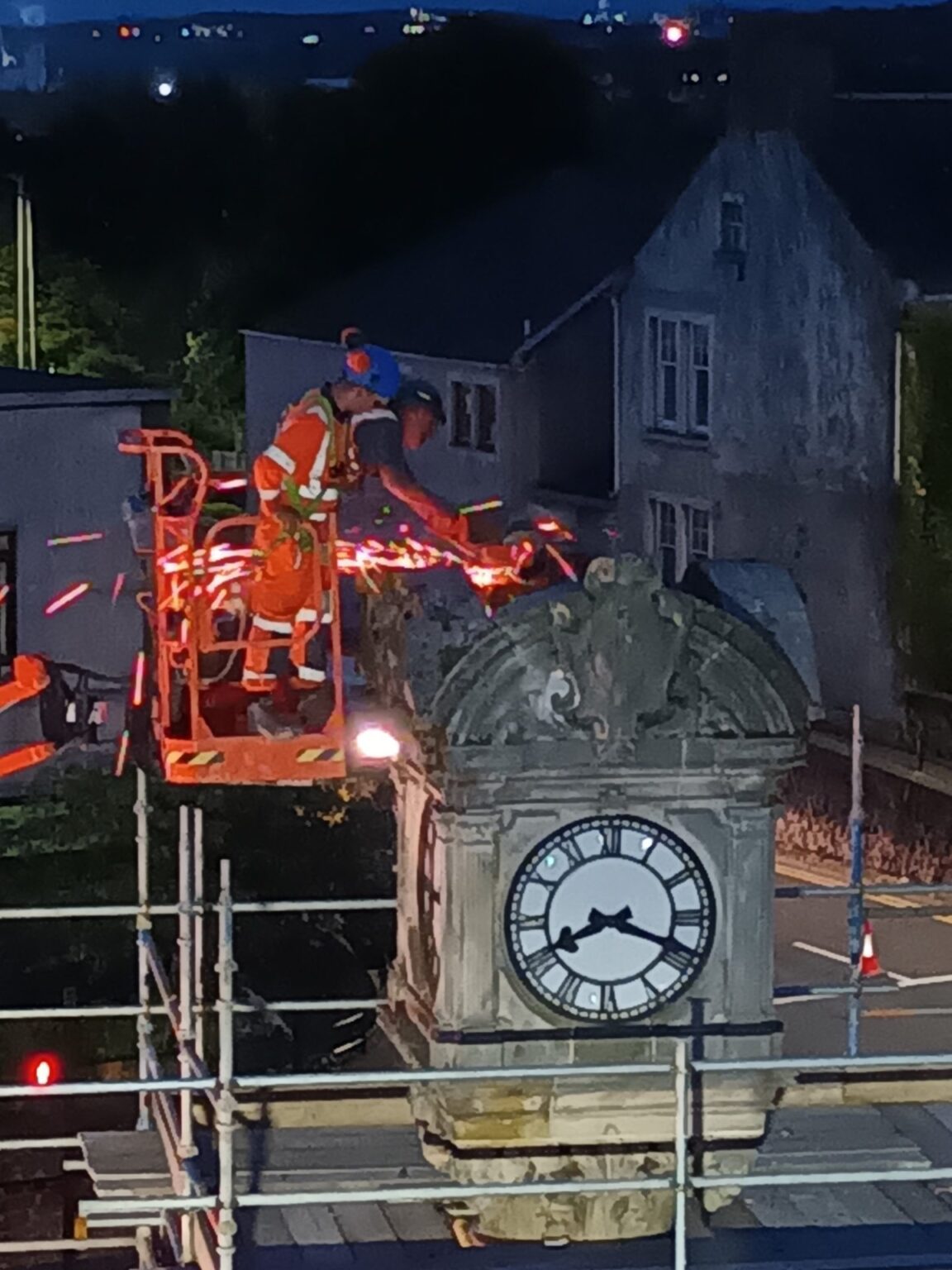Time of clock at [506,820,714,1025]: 8:18
